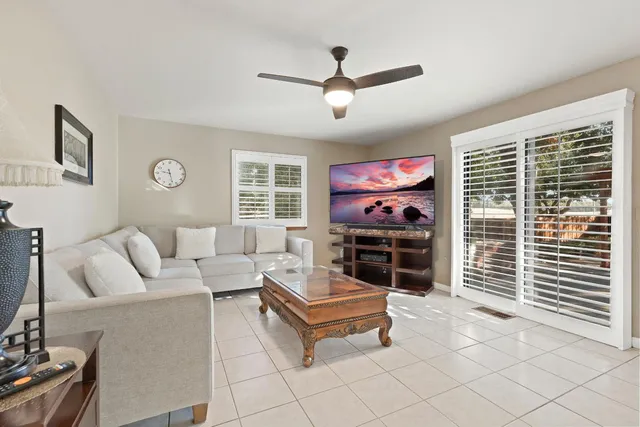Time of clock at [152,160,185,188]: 9:27
